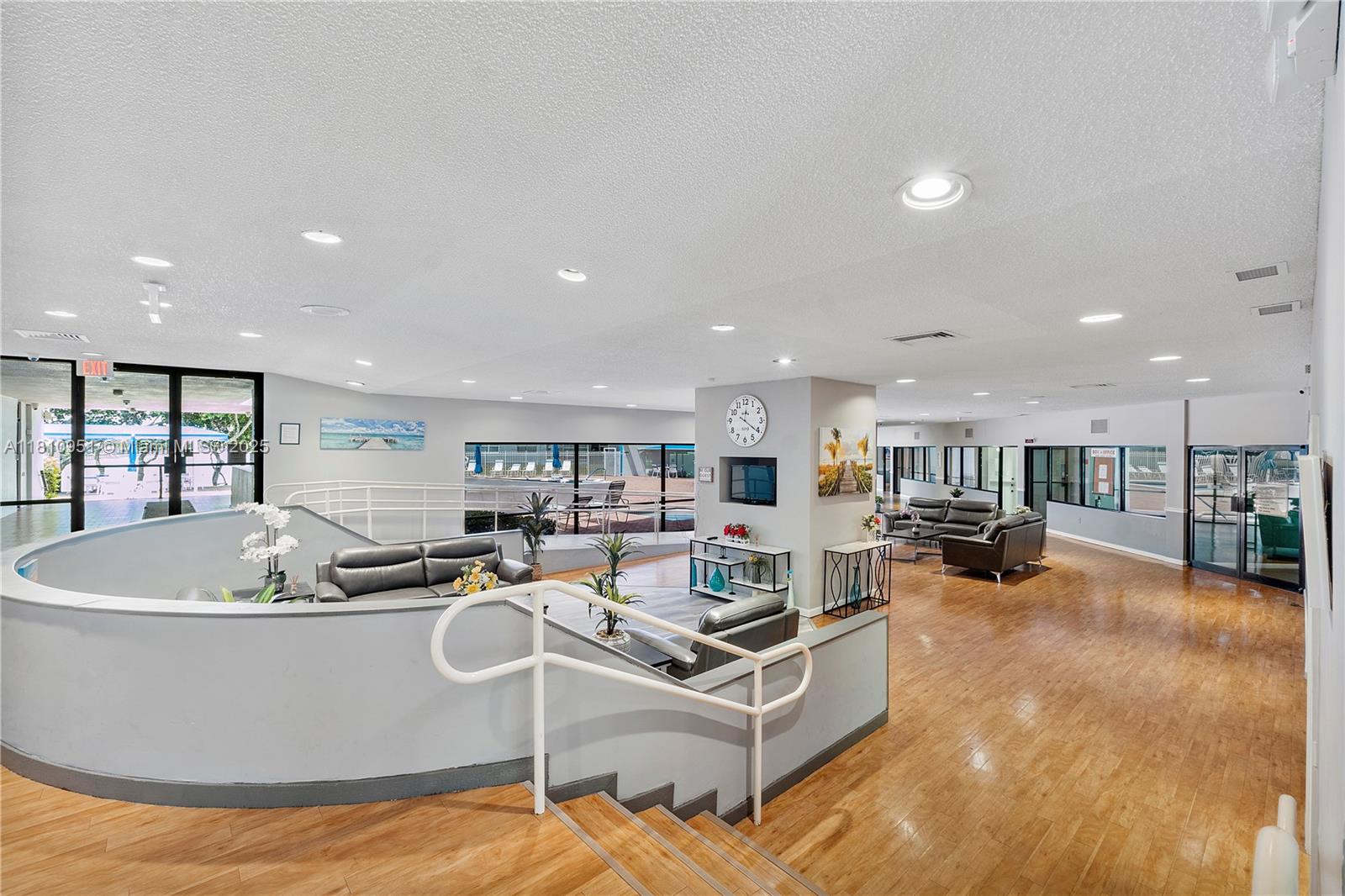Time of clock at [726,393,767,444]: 12:20
